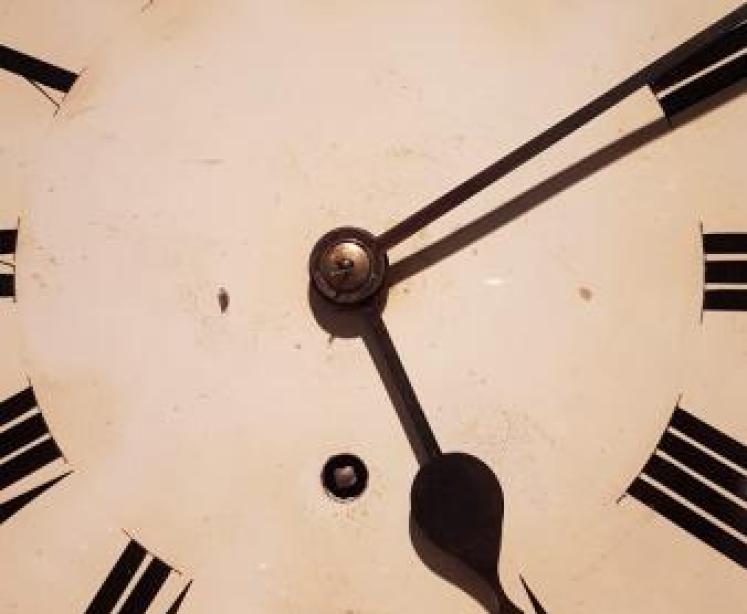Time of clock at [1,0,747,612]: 5:09
